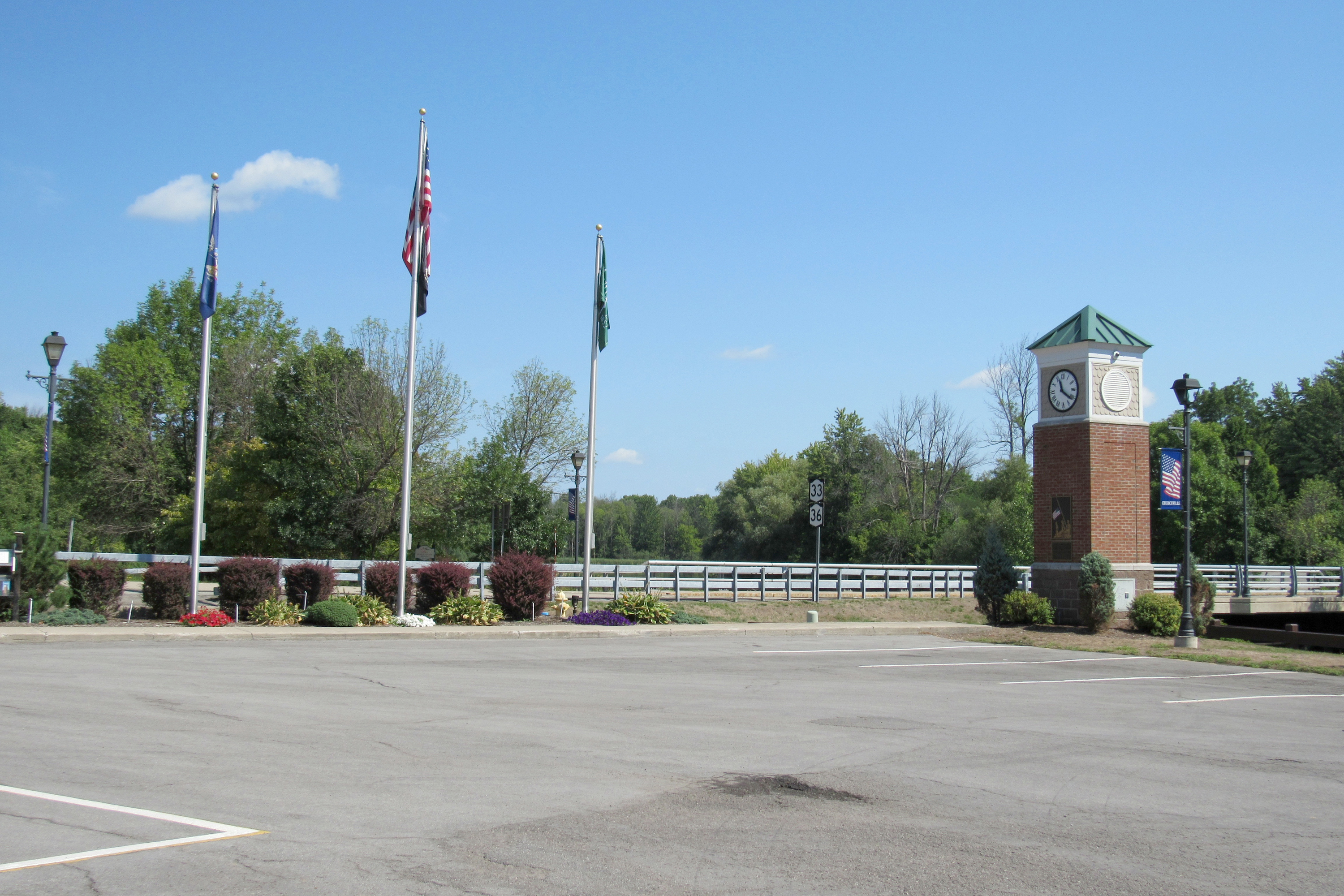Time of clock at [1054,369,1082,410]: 11:21
